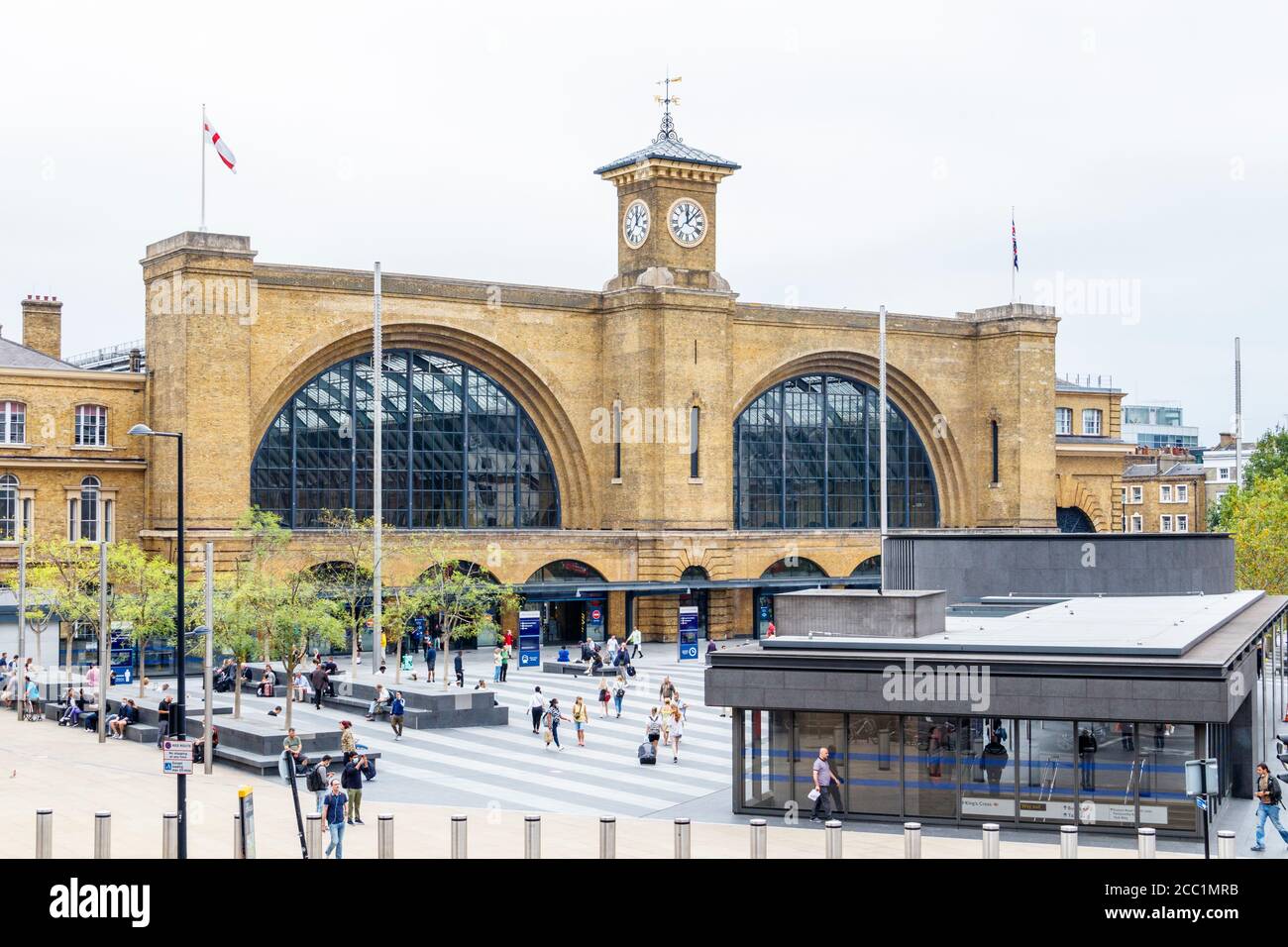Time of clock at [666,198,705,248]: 12:07
